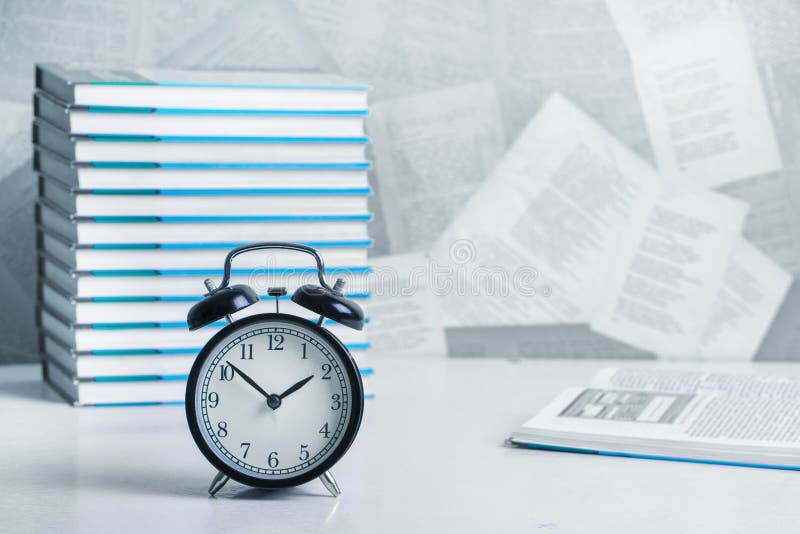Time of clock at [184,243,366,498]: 1:51
